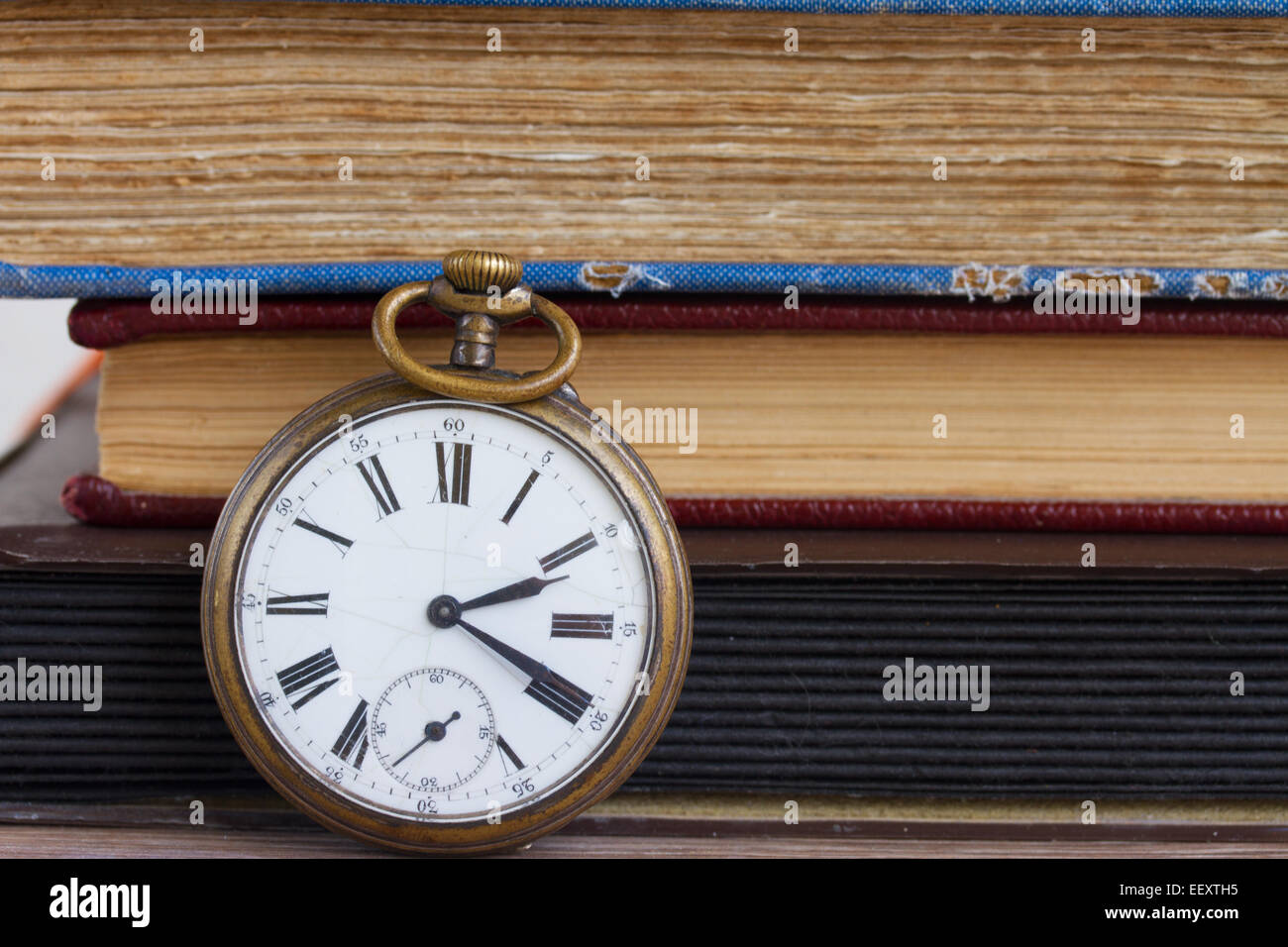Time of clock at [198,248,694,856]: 2:19
